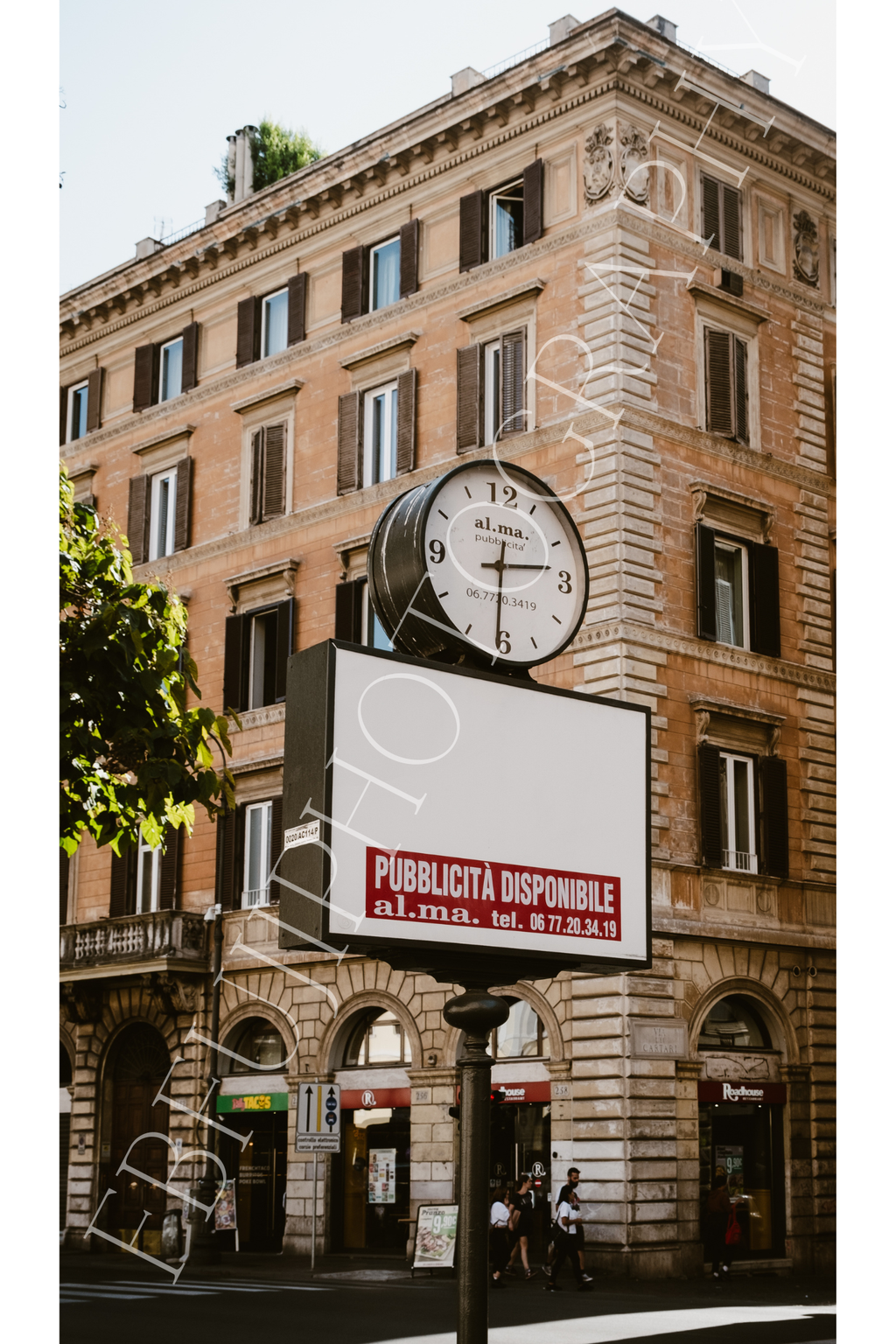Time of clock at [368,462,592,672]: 2:30
